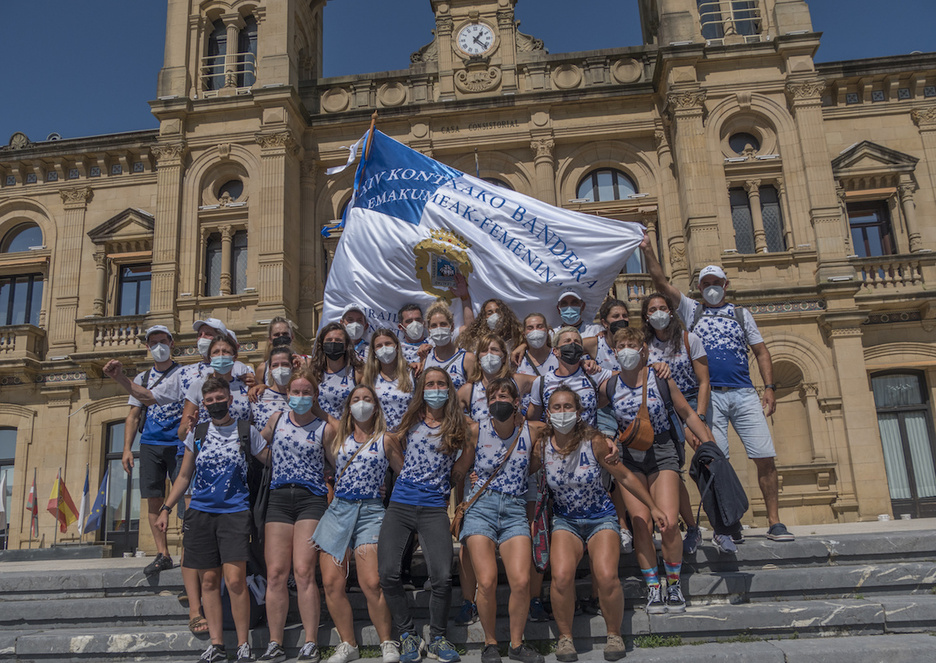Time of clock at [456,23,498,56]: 1:22
